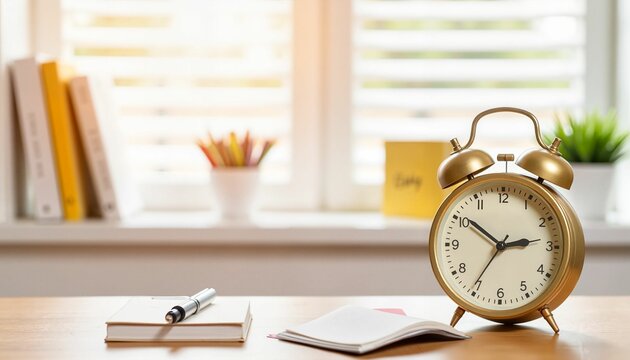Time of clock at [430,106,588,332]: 2:50
